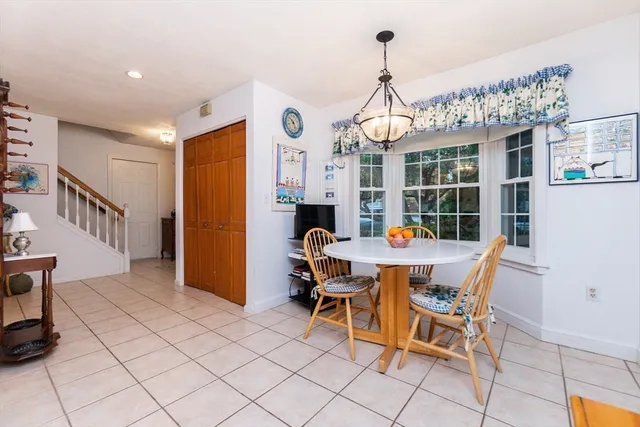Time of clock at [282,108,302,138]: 4:50
